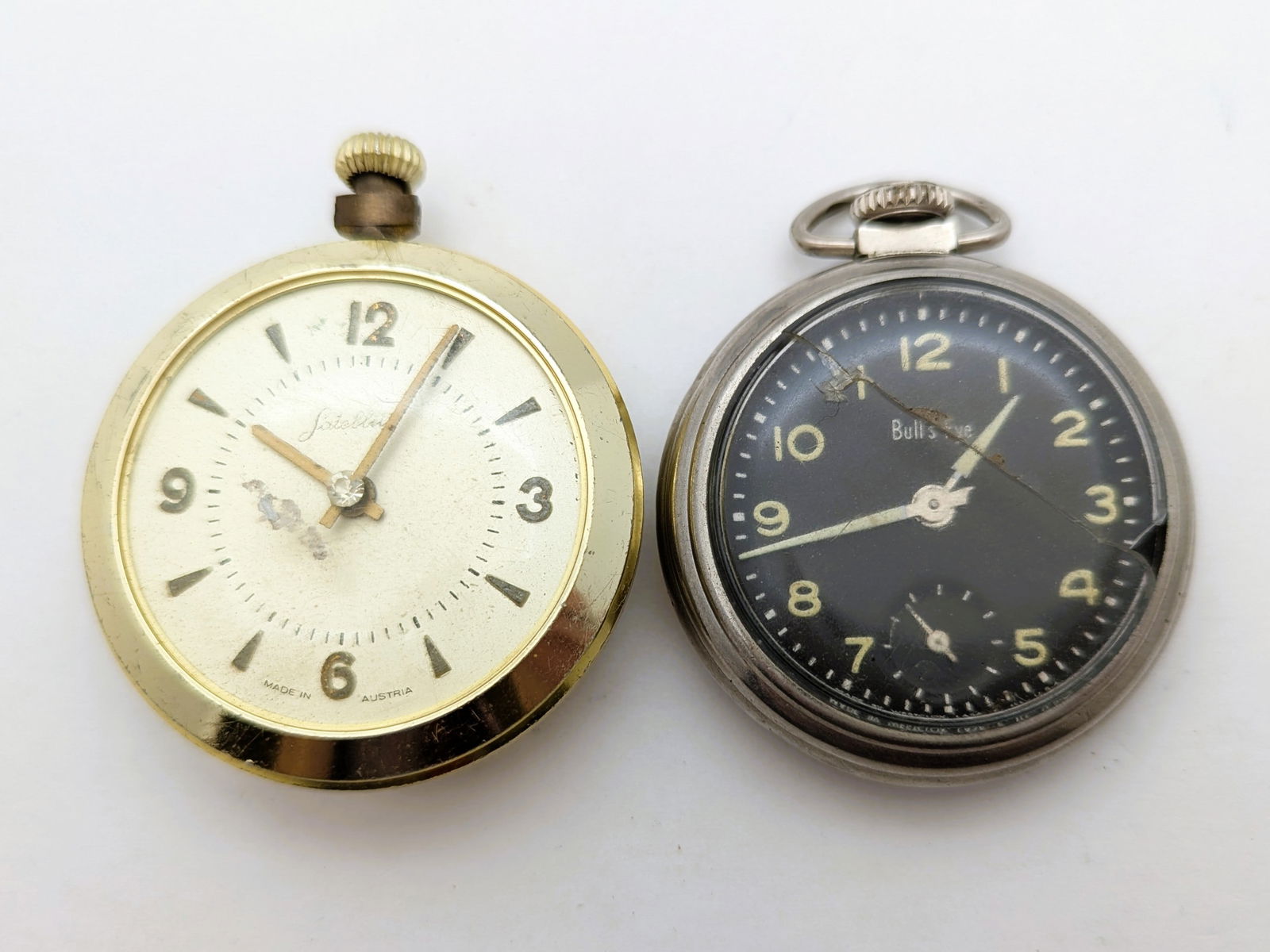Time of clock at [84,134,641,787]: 10:04
